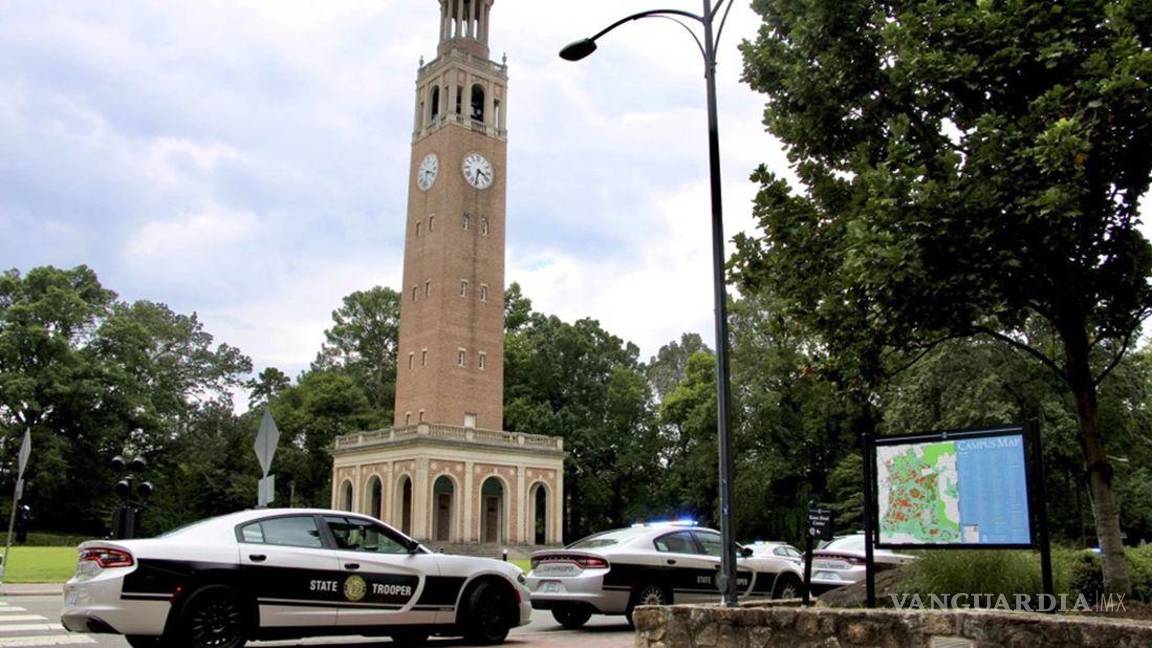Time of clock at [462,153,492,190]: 3:32
